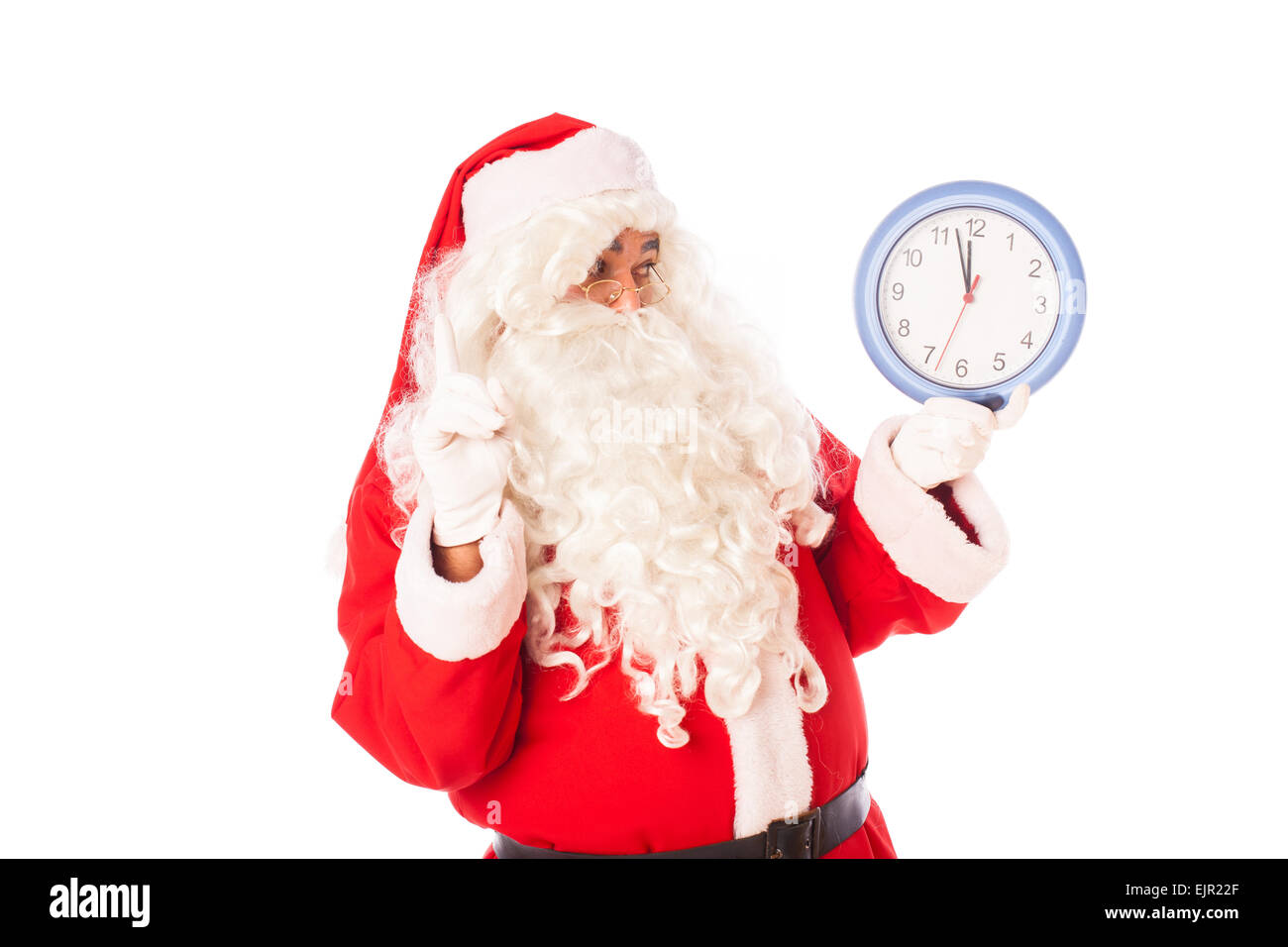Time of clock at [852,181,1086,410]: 11:57
